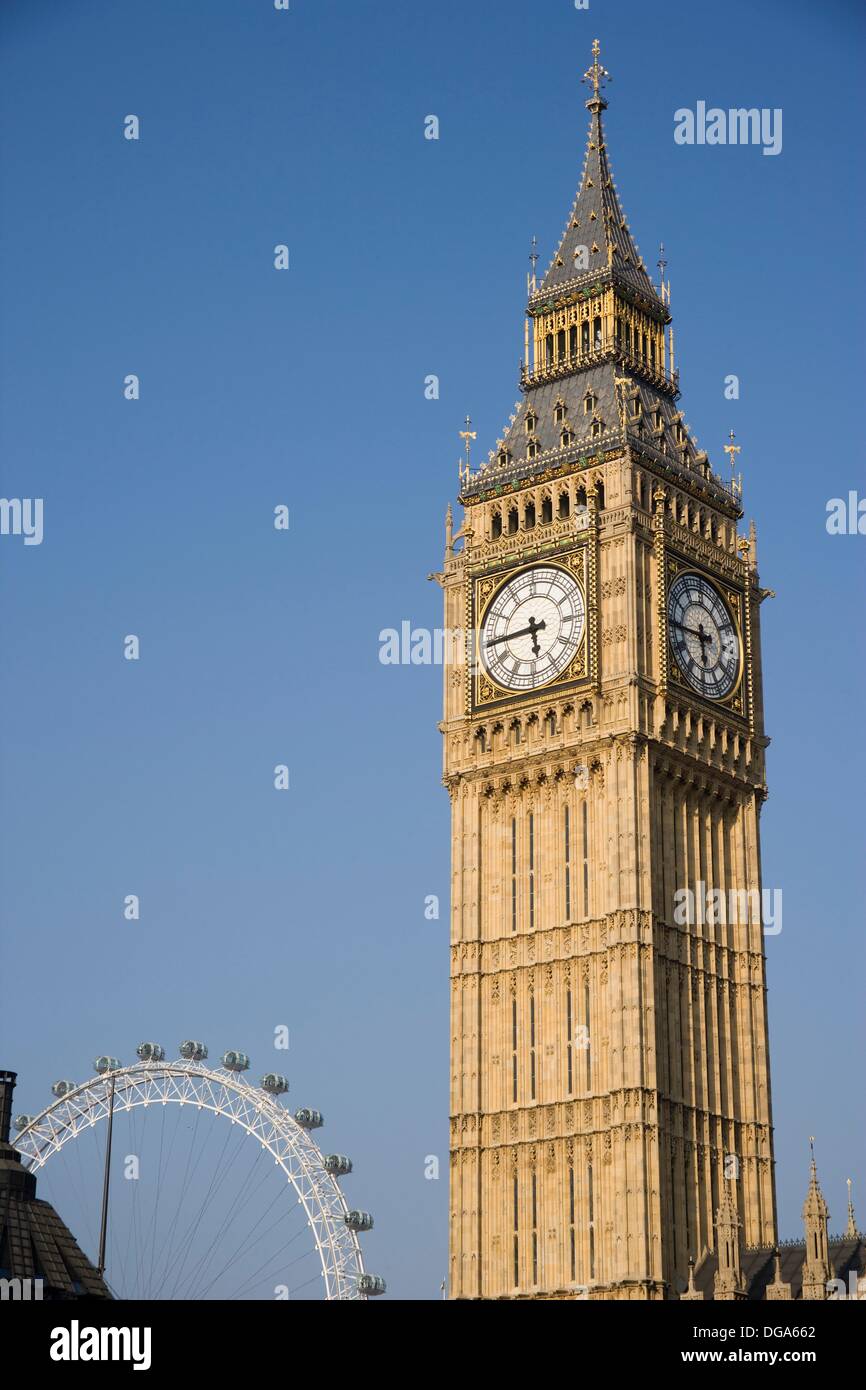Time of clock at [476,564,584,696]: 5:44
